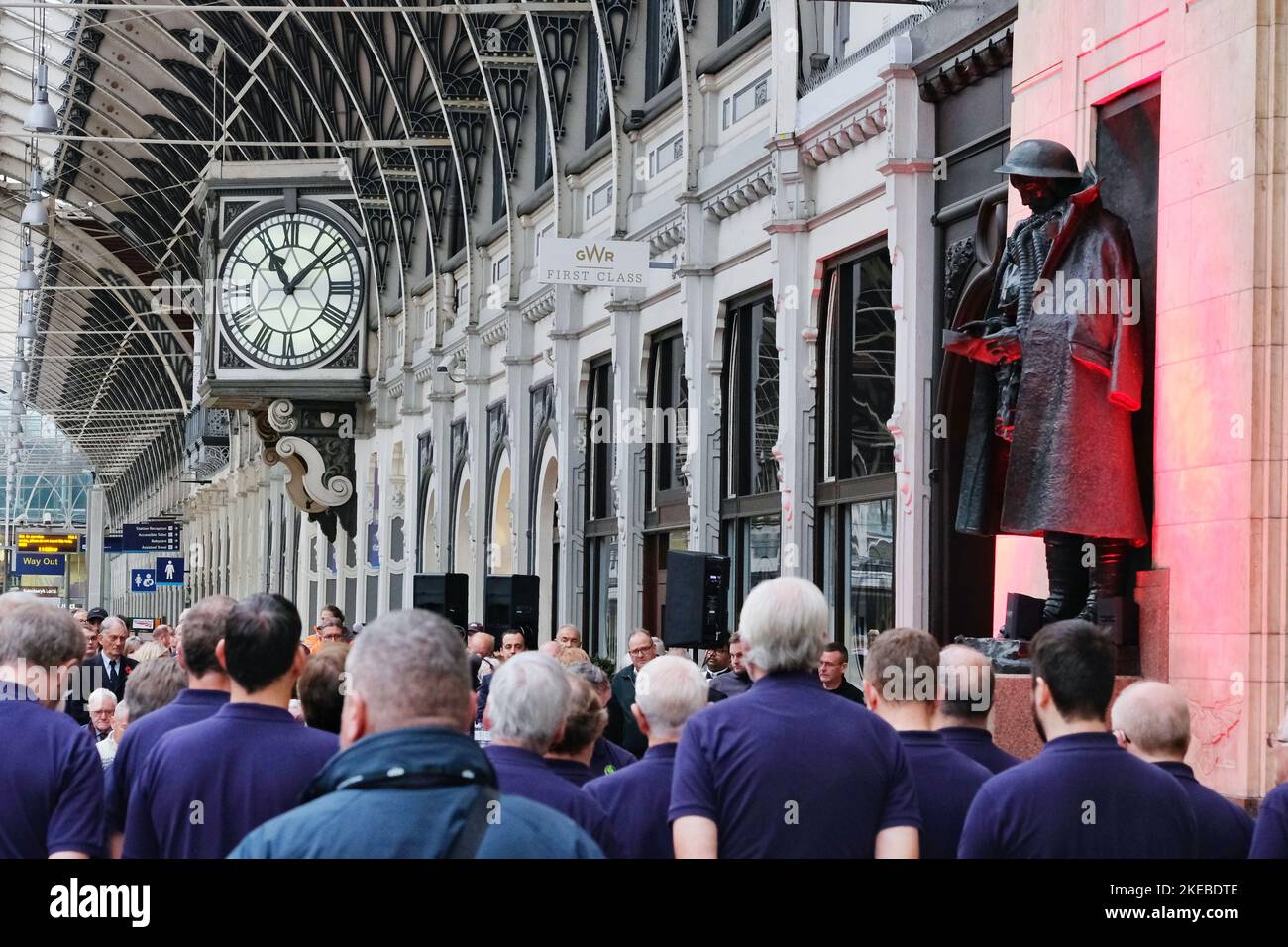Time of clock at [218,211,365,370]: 11:07
